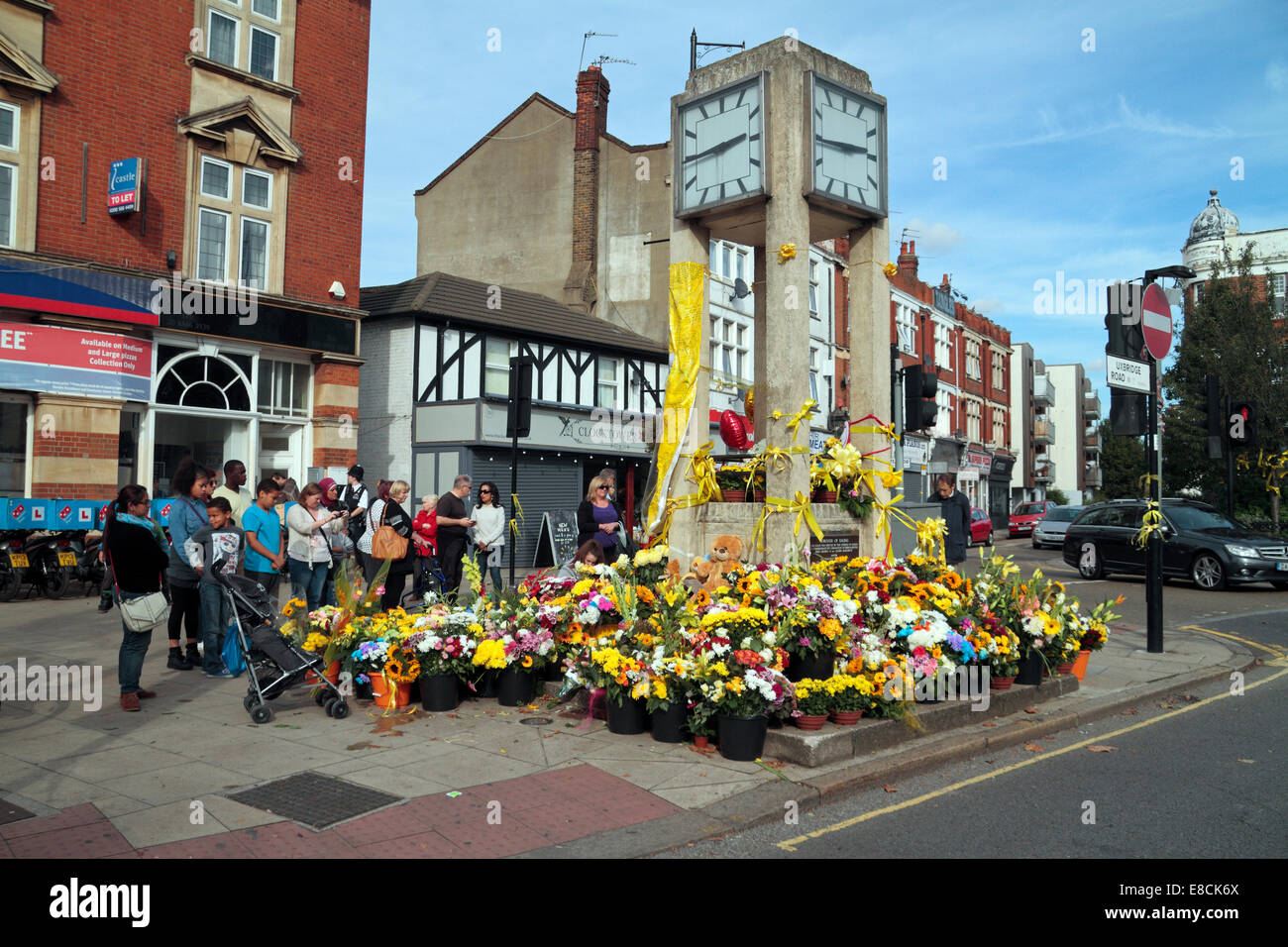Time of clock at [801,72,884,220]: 2:44
